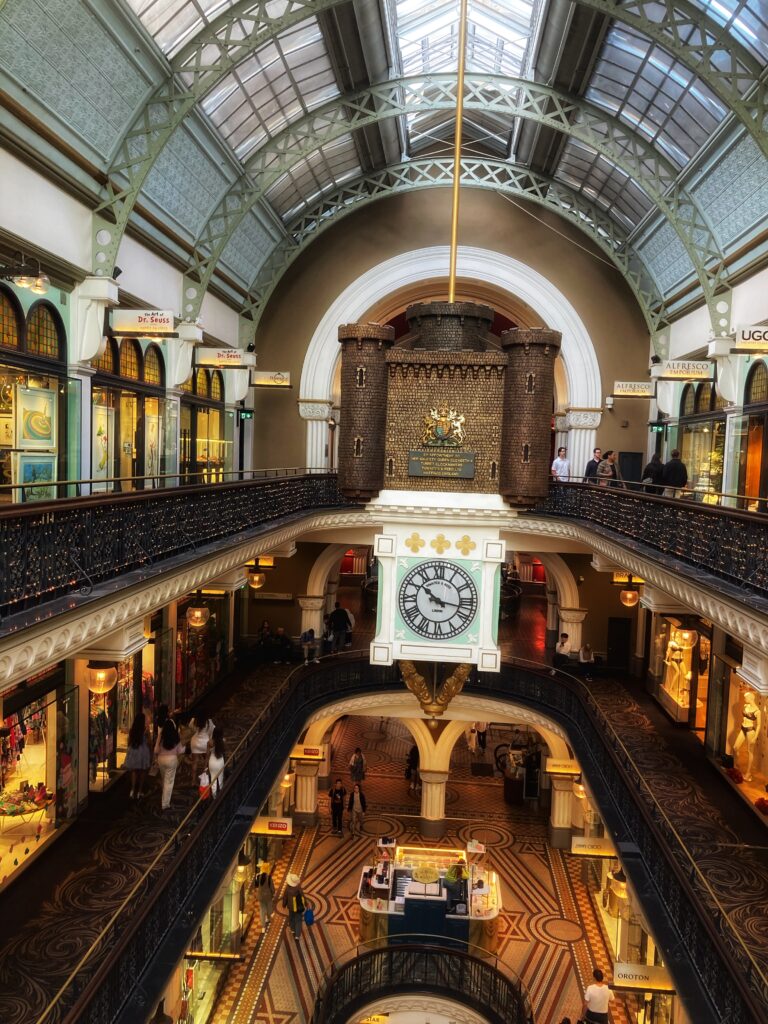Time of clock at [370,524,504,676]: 10:17
